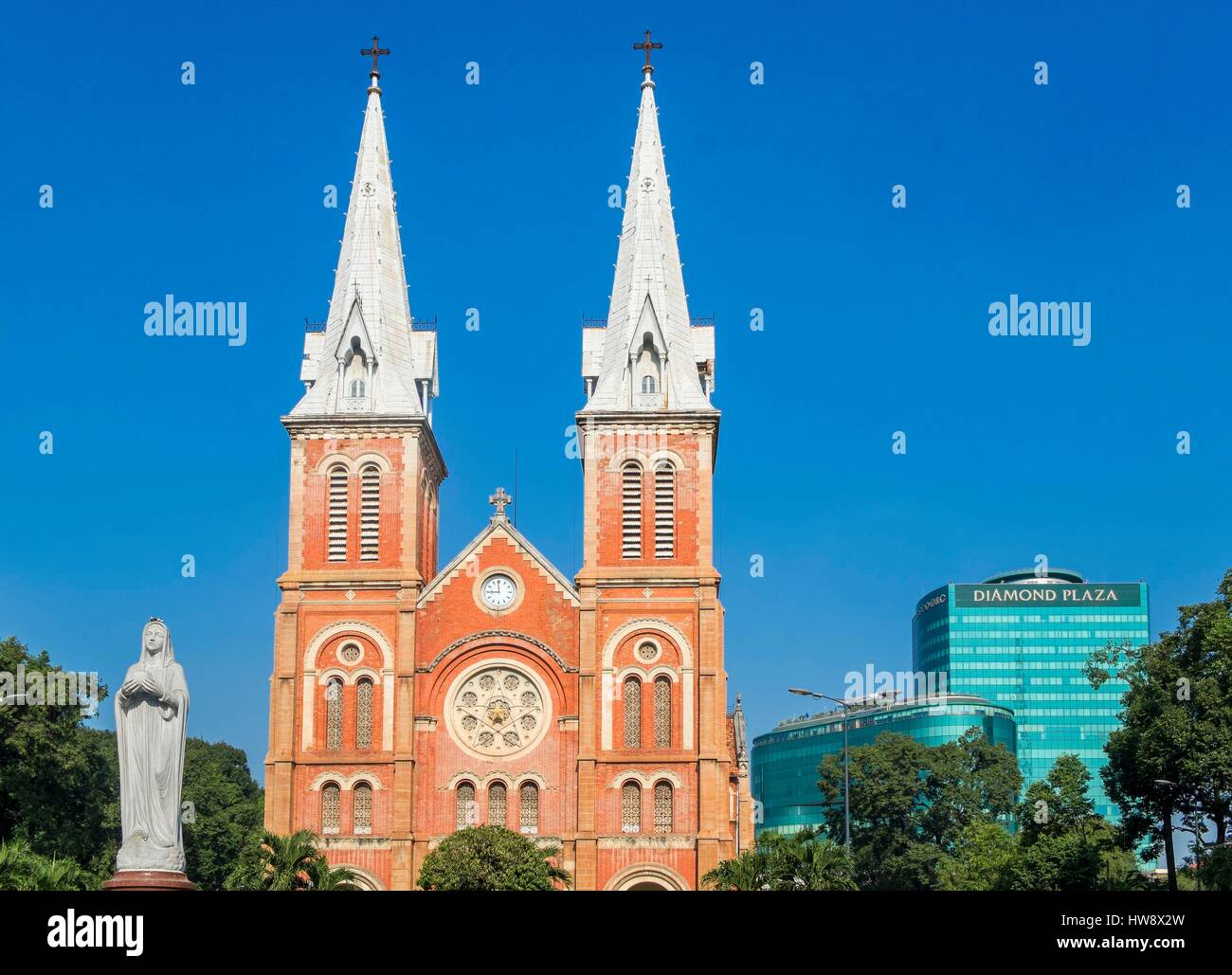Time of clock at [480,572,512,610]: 8:59
